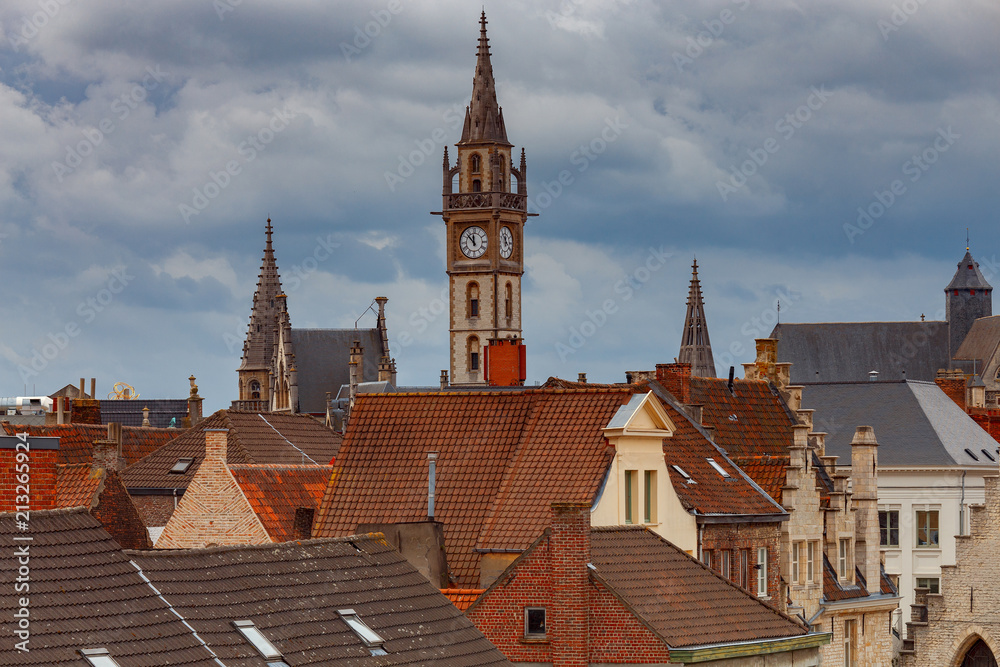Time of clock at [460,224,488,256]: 11:52
